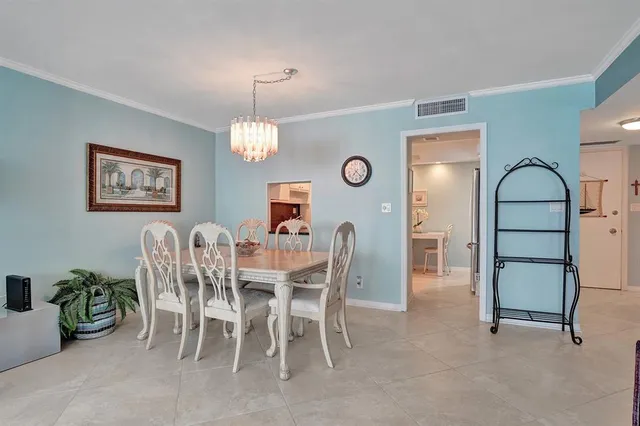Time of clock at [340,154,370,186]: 7:22
